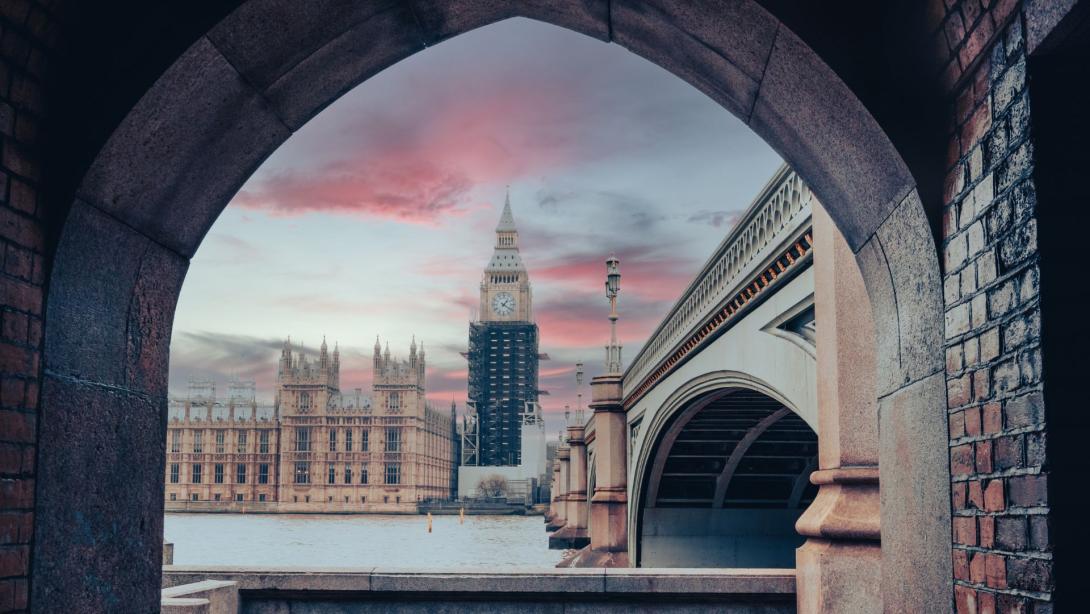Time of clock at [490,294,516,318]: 1:20
